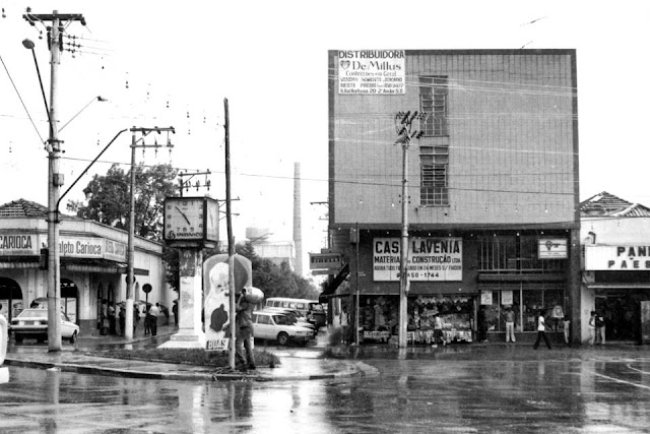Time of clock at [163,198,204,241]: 4:52
